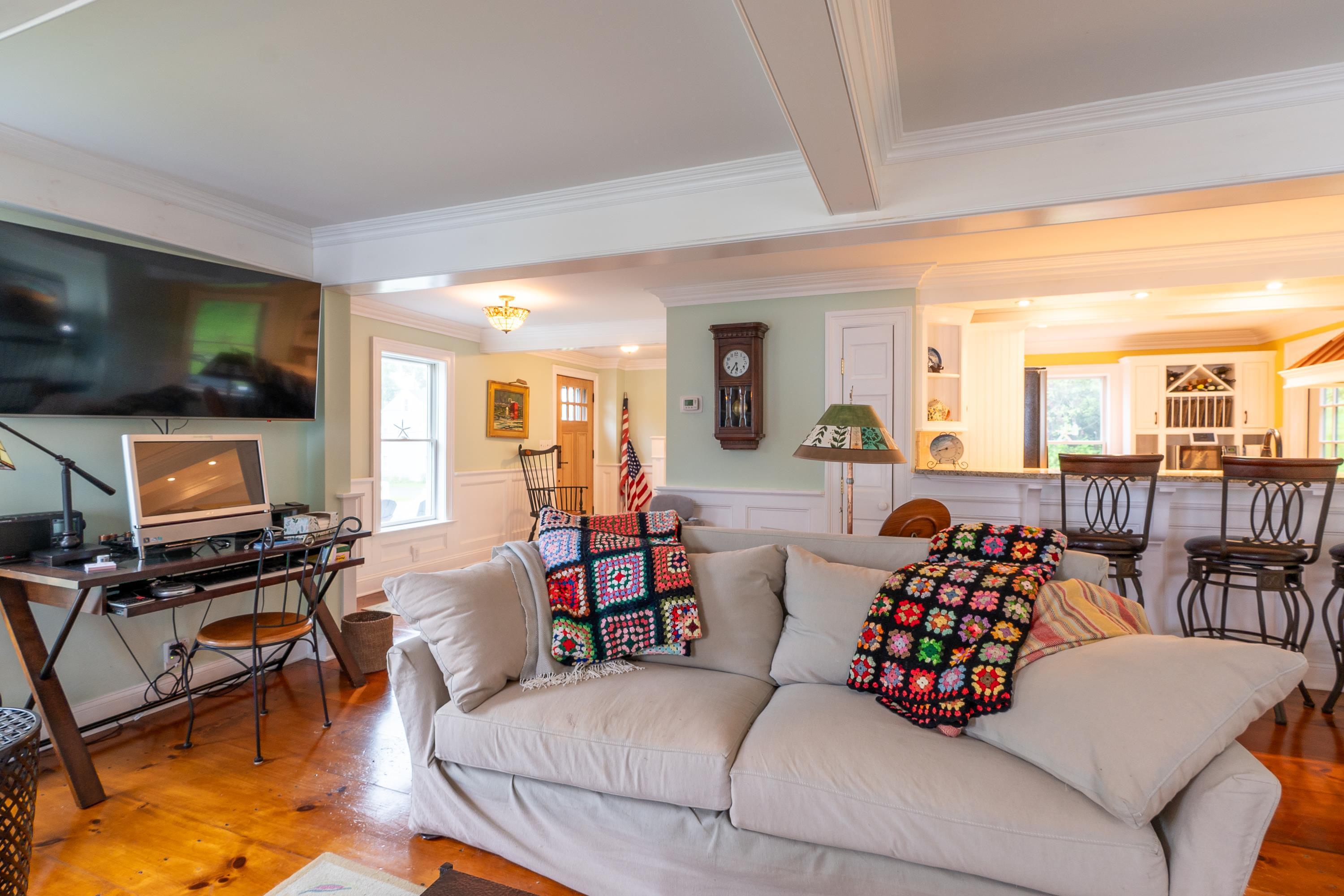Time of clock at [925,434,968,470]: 8:42
